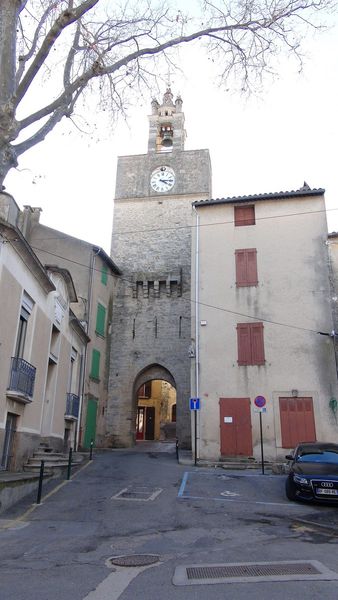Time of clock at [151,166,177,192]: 4:14
